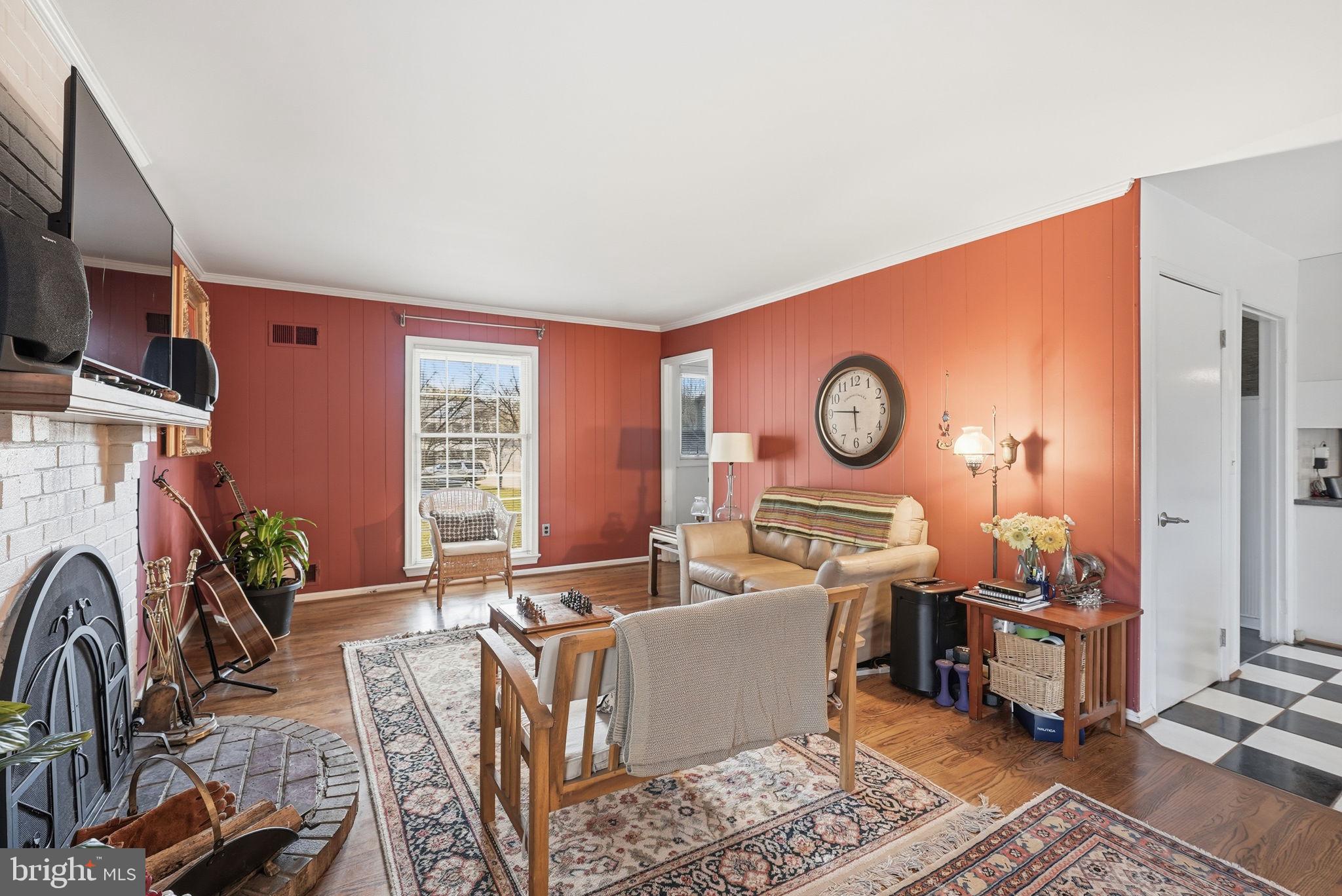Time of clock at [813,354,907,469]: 5:45
